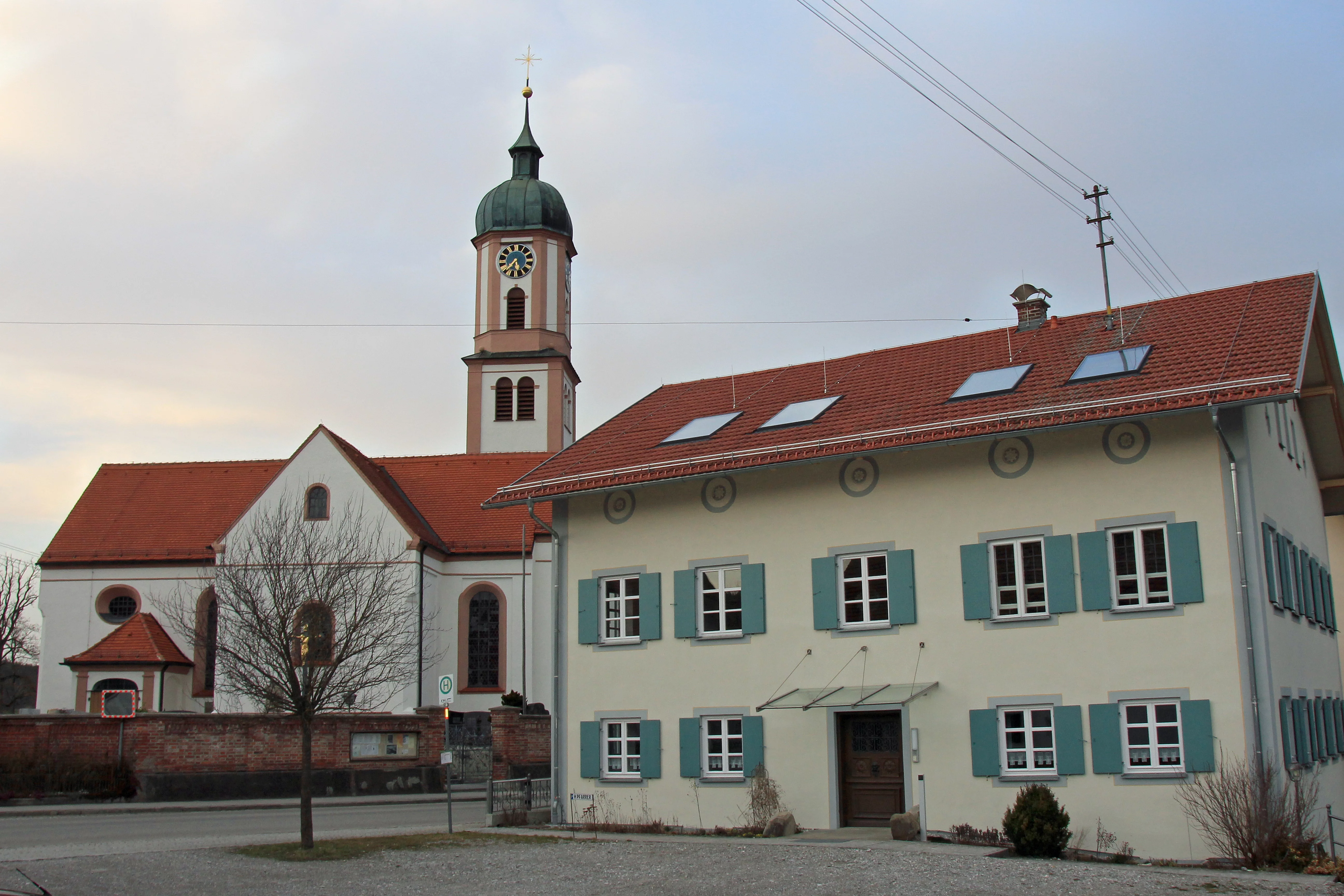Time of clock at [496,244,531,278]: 5:37
